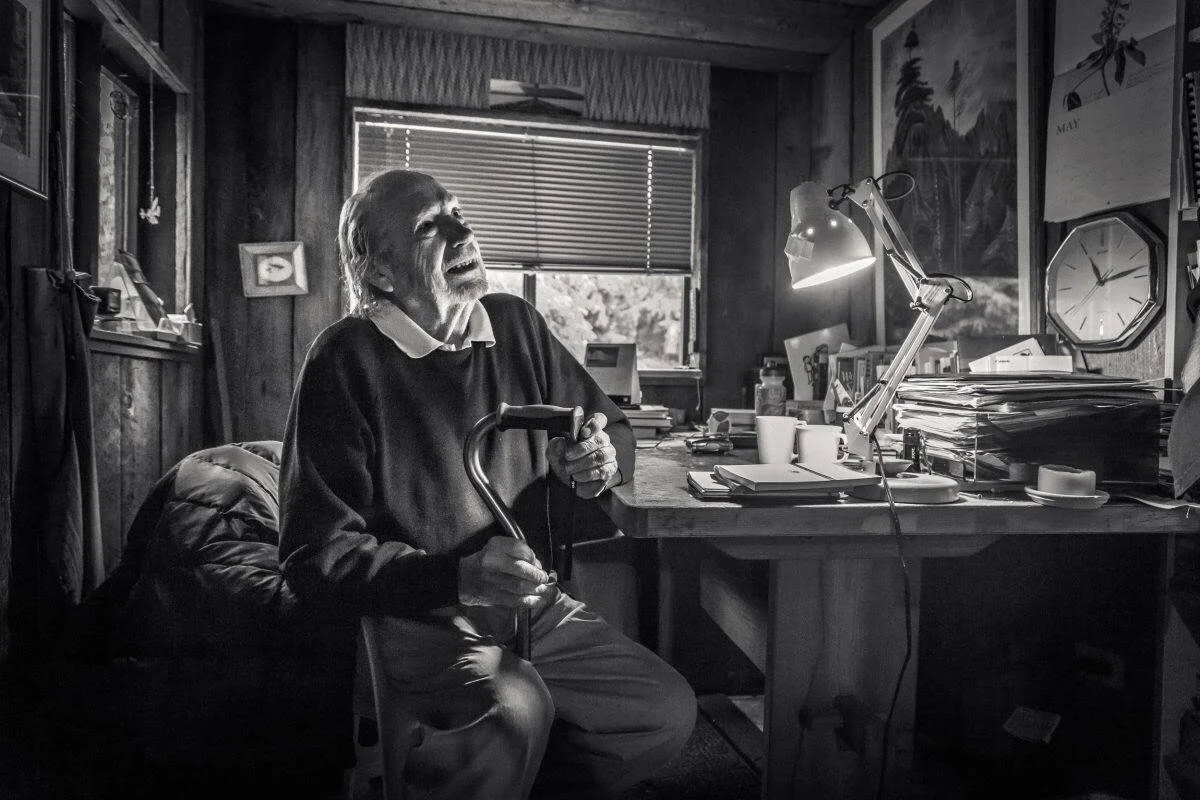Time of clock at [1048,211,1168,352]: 11:13
